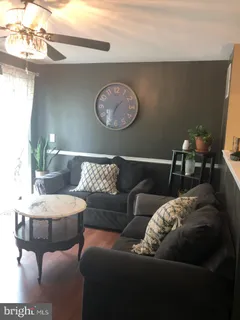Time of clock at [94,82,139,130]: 1:34
